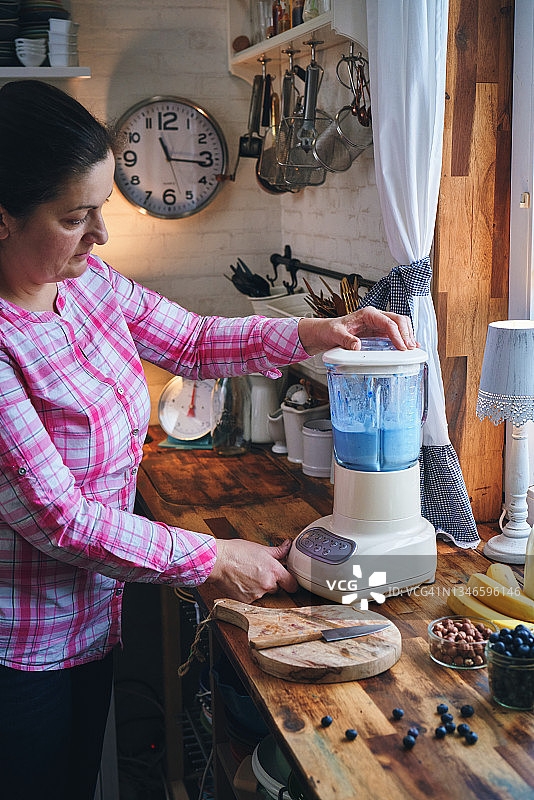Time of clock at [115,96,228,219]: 11:16
